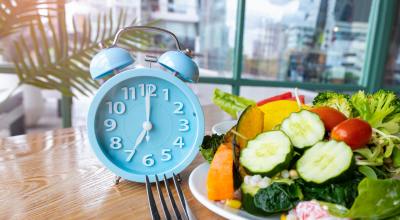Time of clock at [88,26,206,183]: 7:00
